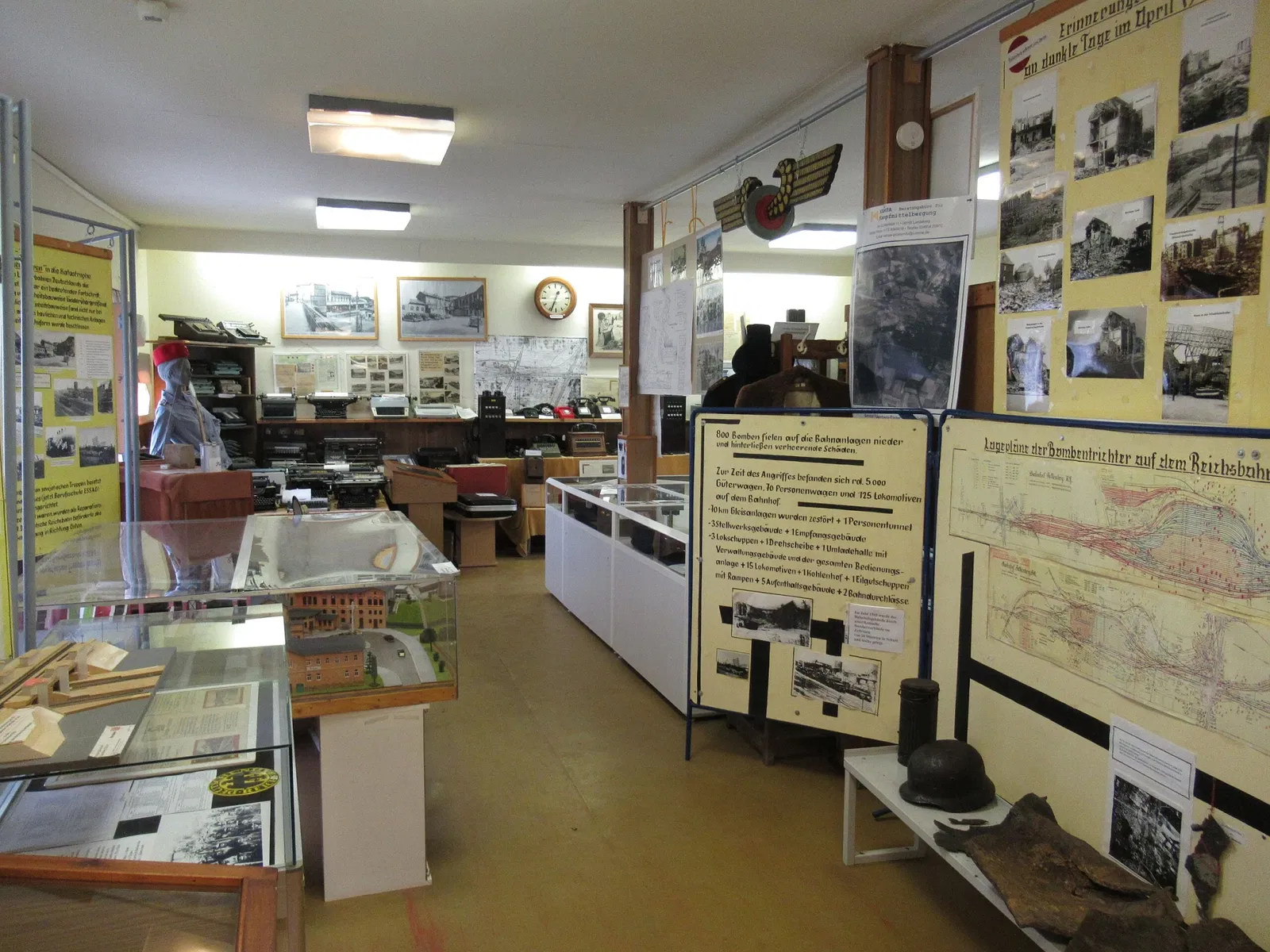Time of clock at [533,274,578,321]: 12:33
